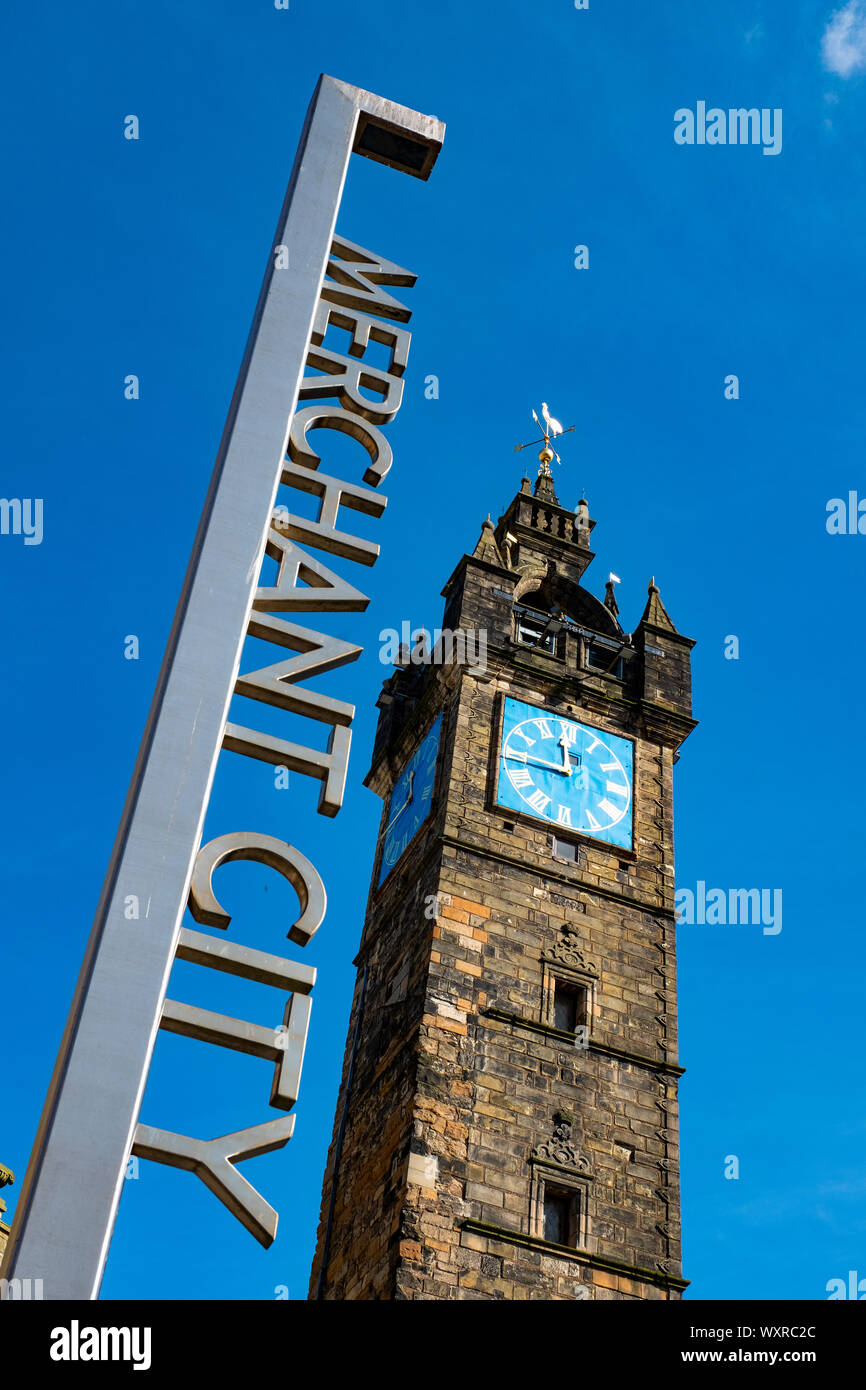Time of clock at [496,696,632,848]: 11:44
